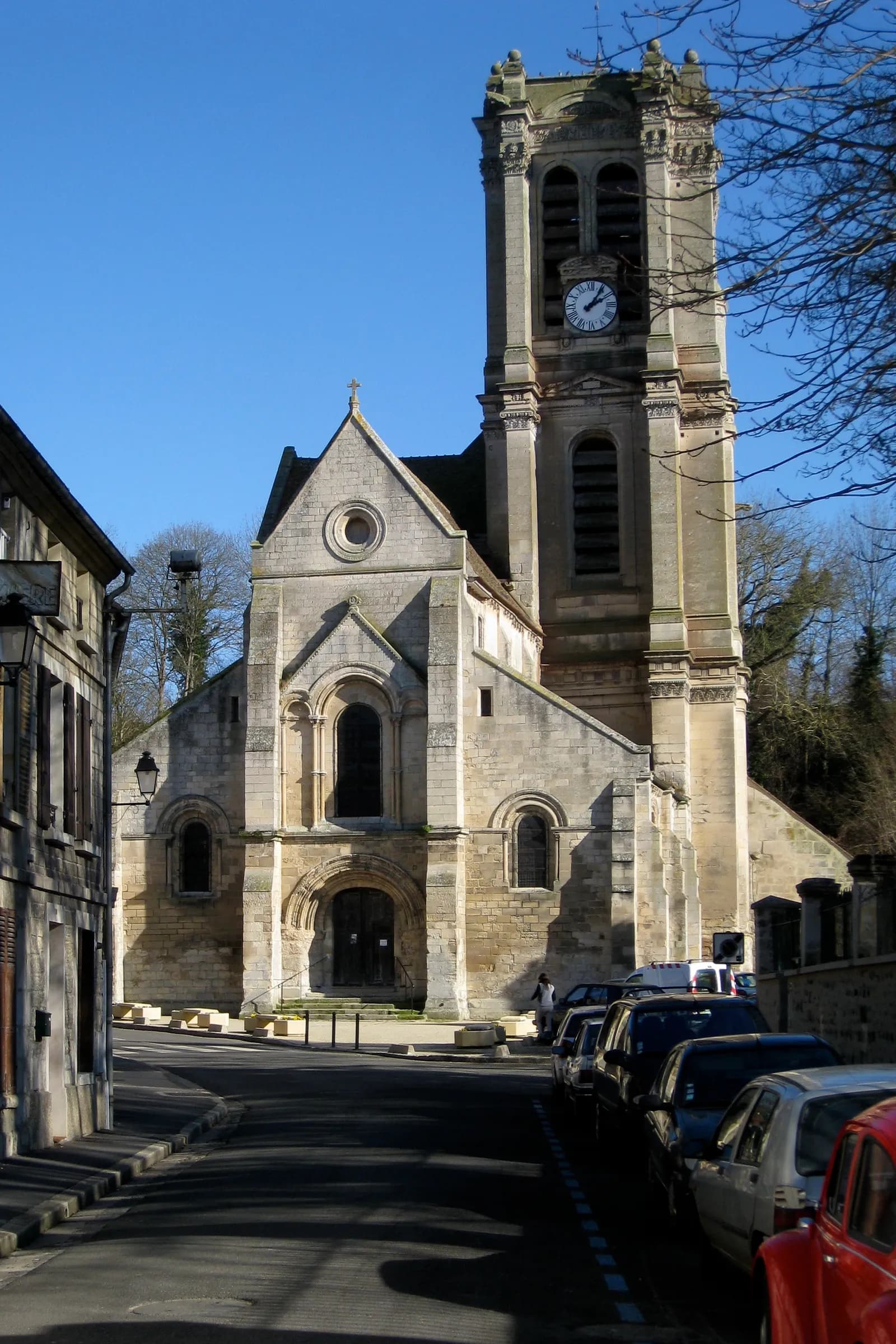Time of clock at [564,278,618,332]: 2:06
